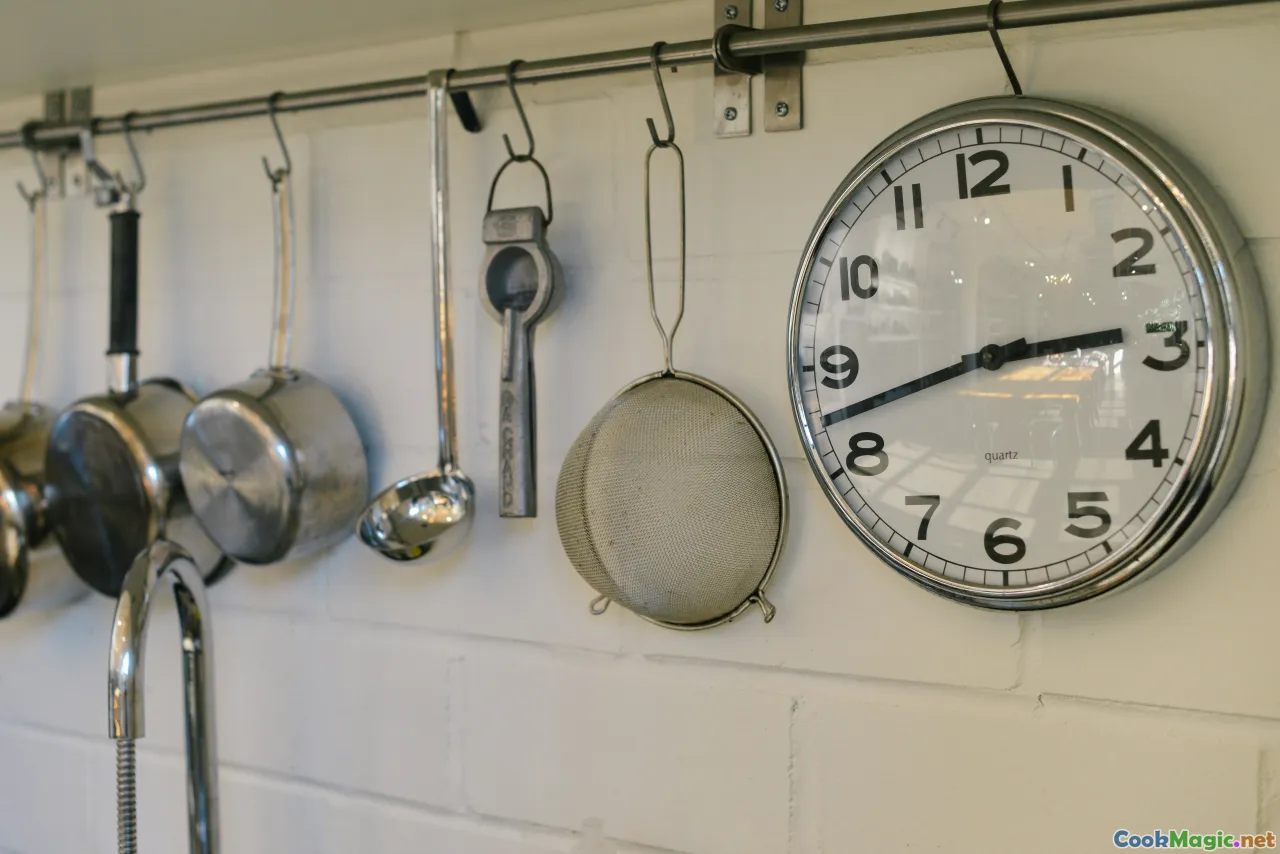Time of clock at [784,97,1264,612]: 2:42
